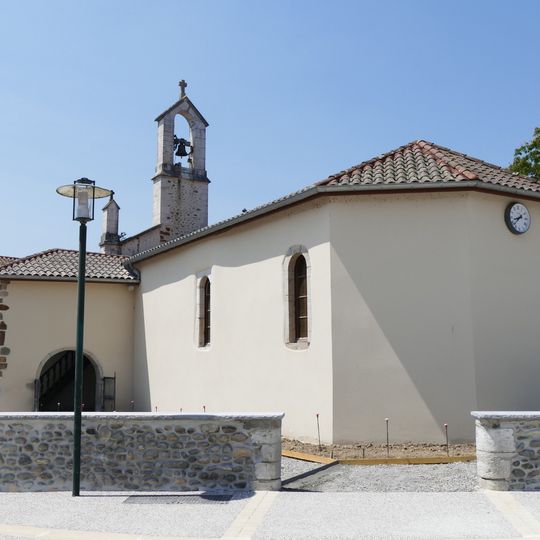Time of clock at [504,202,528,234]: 8:38
